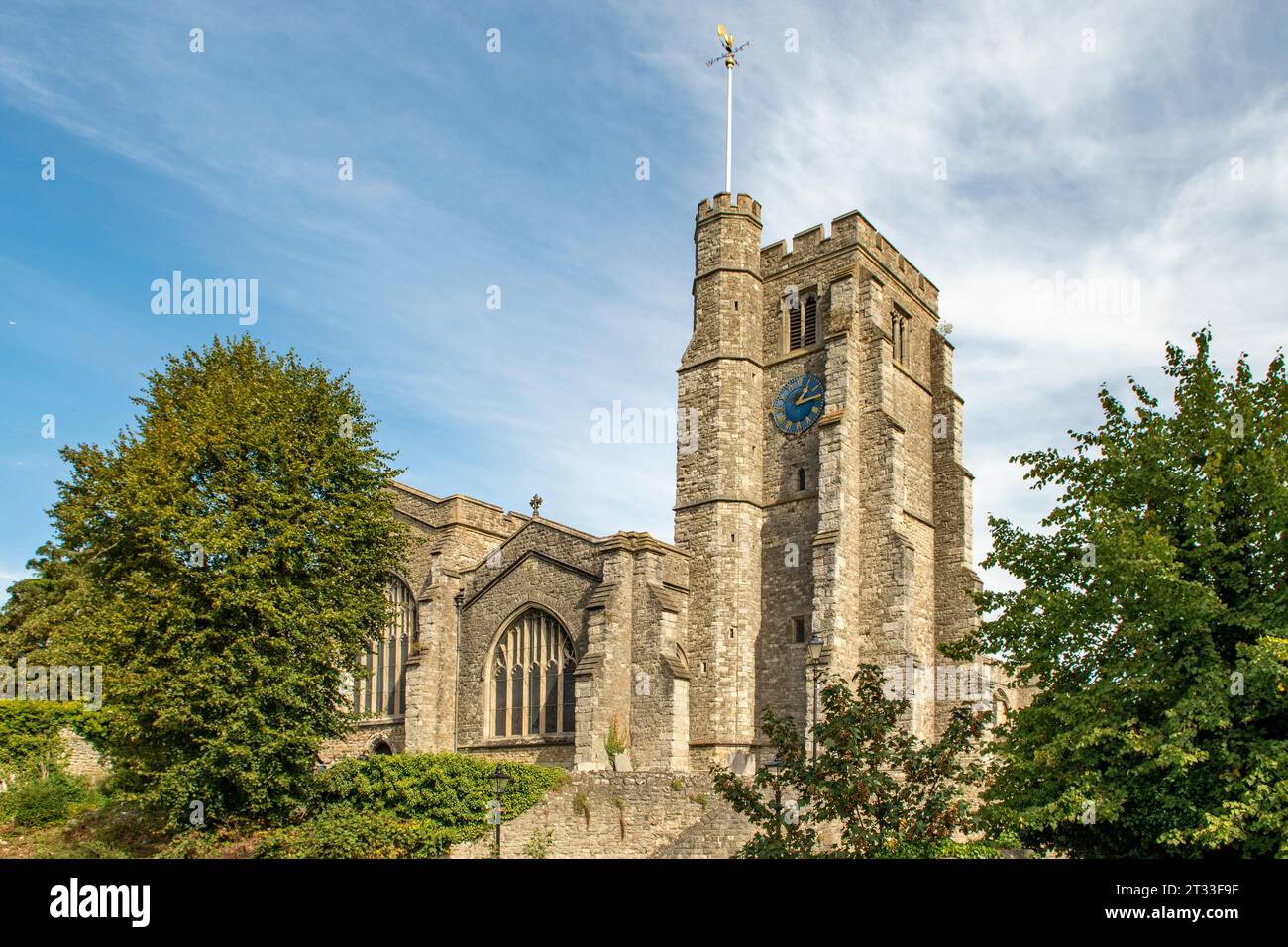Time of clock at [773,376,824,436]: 1:13
